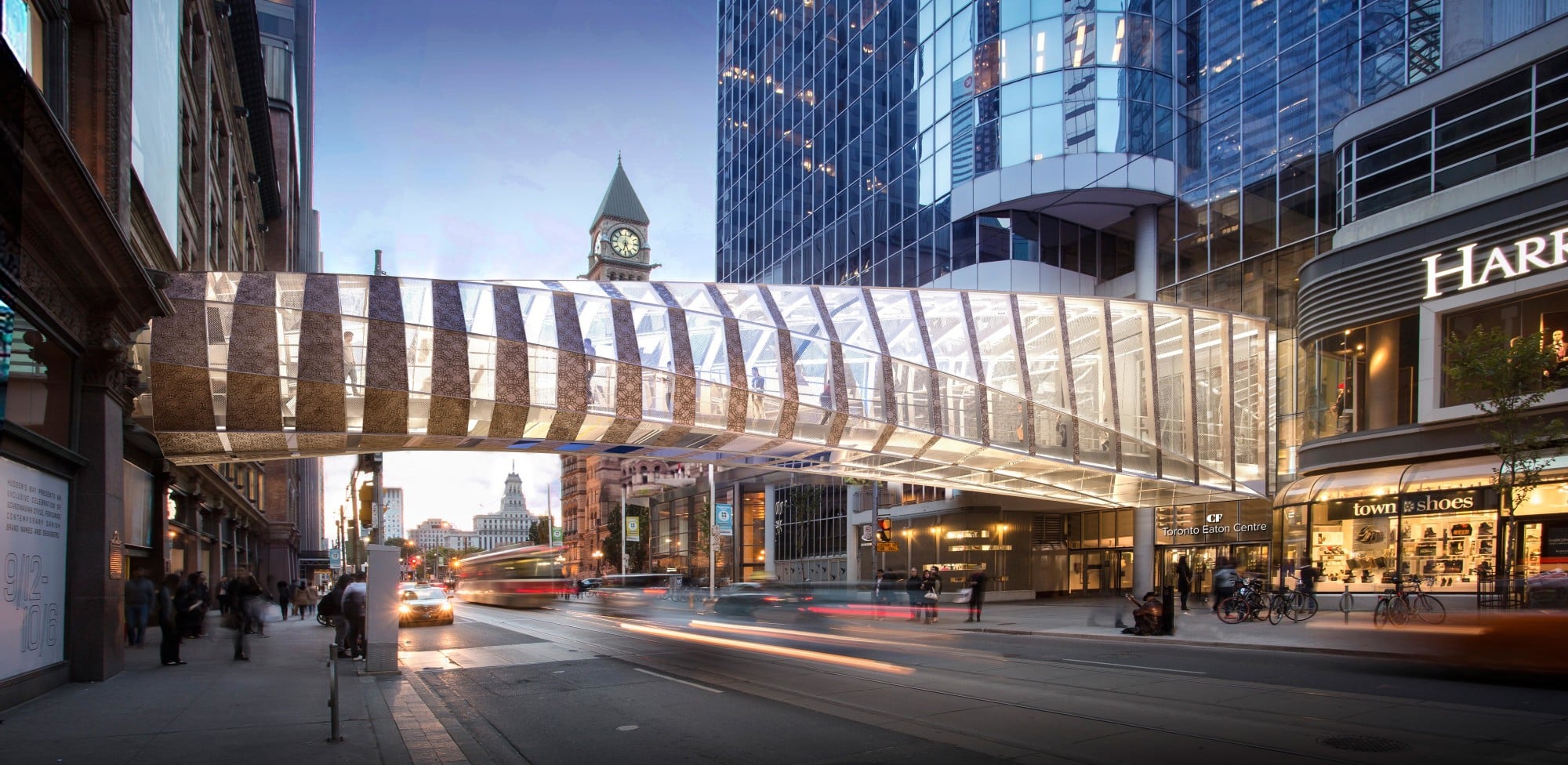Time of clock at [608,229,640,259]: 6:26
